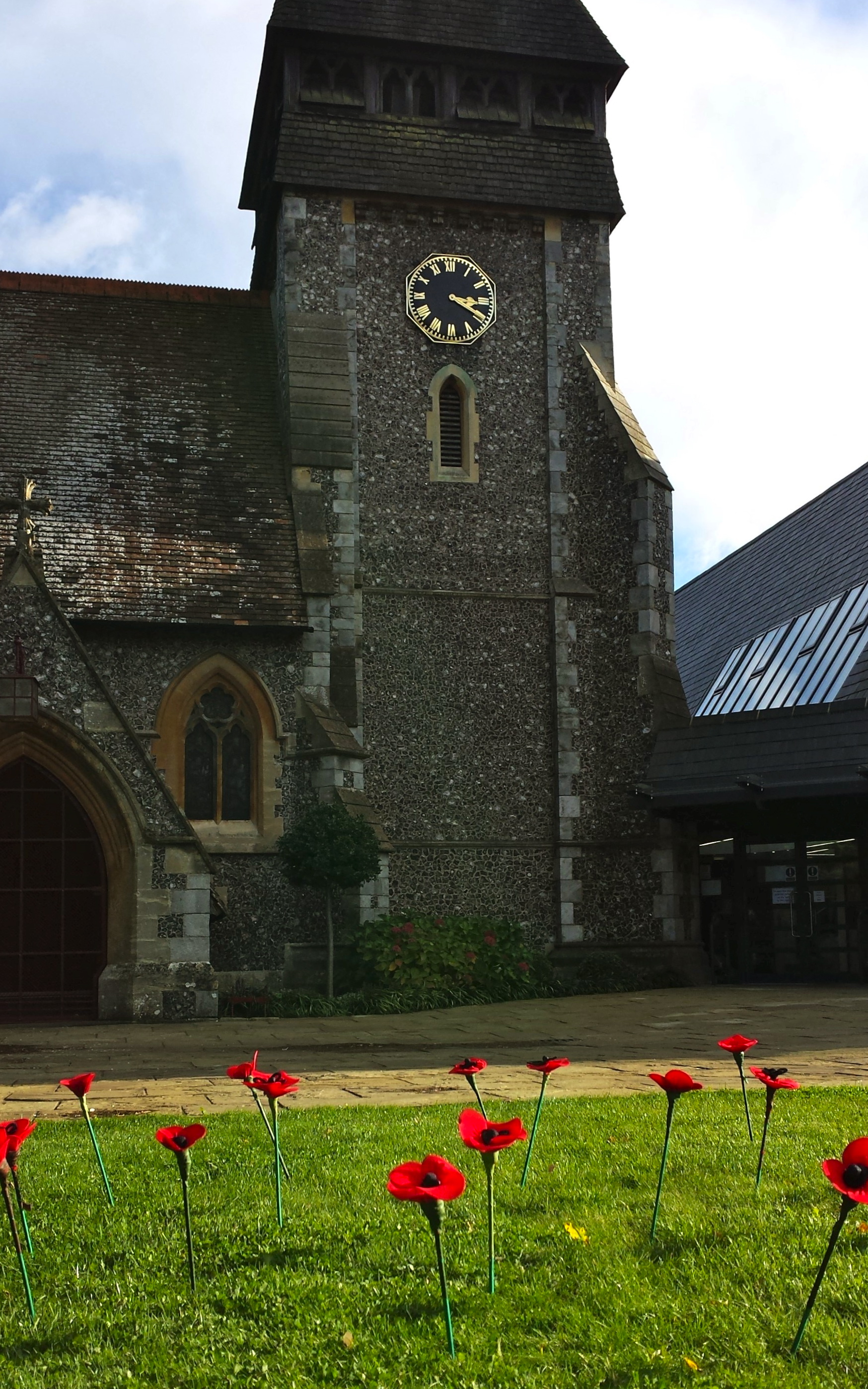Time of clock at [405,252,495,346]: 3:19
